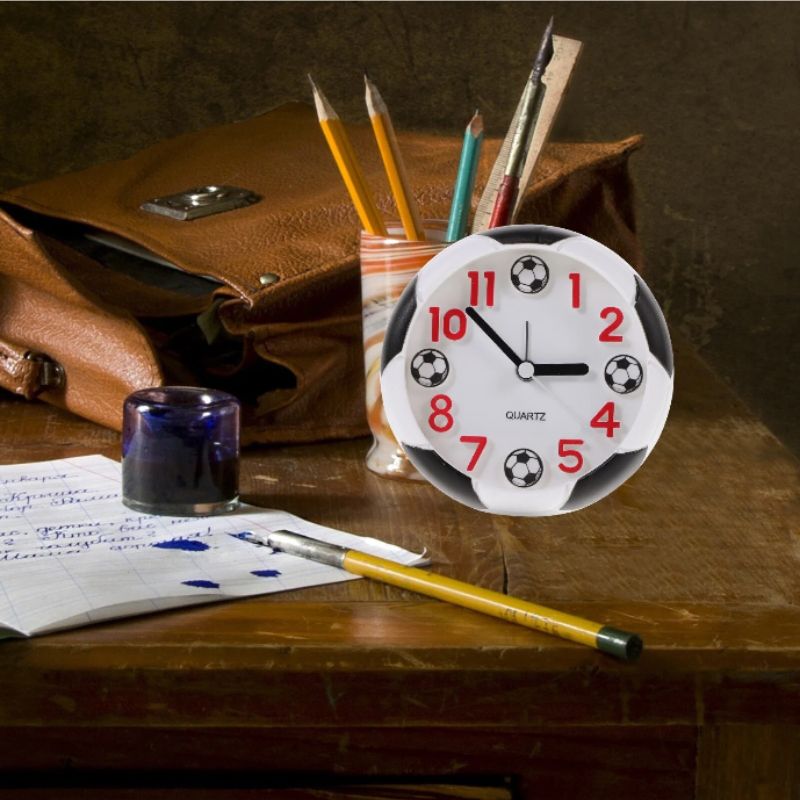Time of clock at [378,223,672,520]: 2:52
